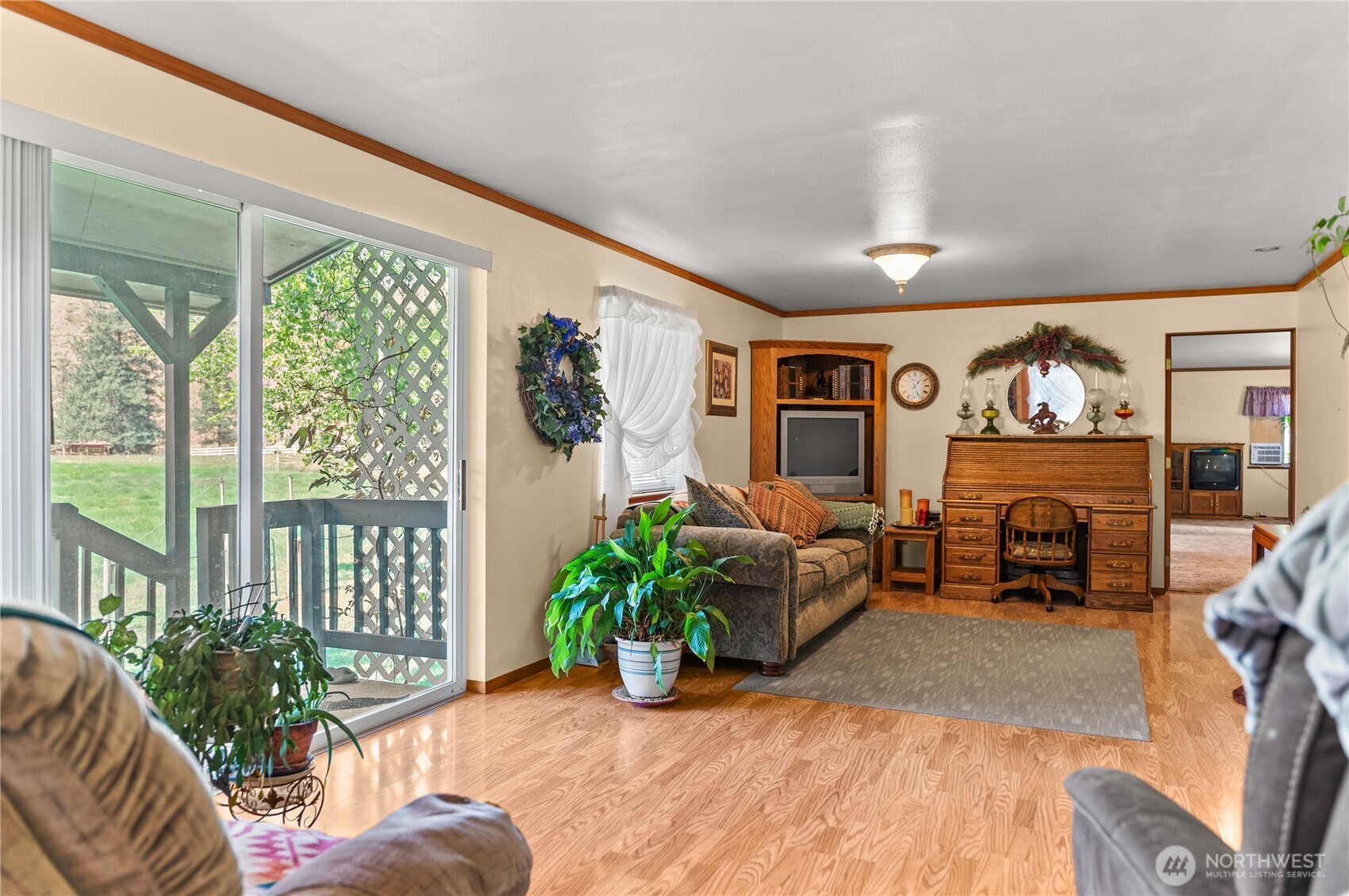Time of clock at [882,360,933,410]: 1:26
